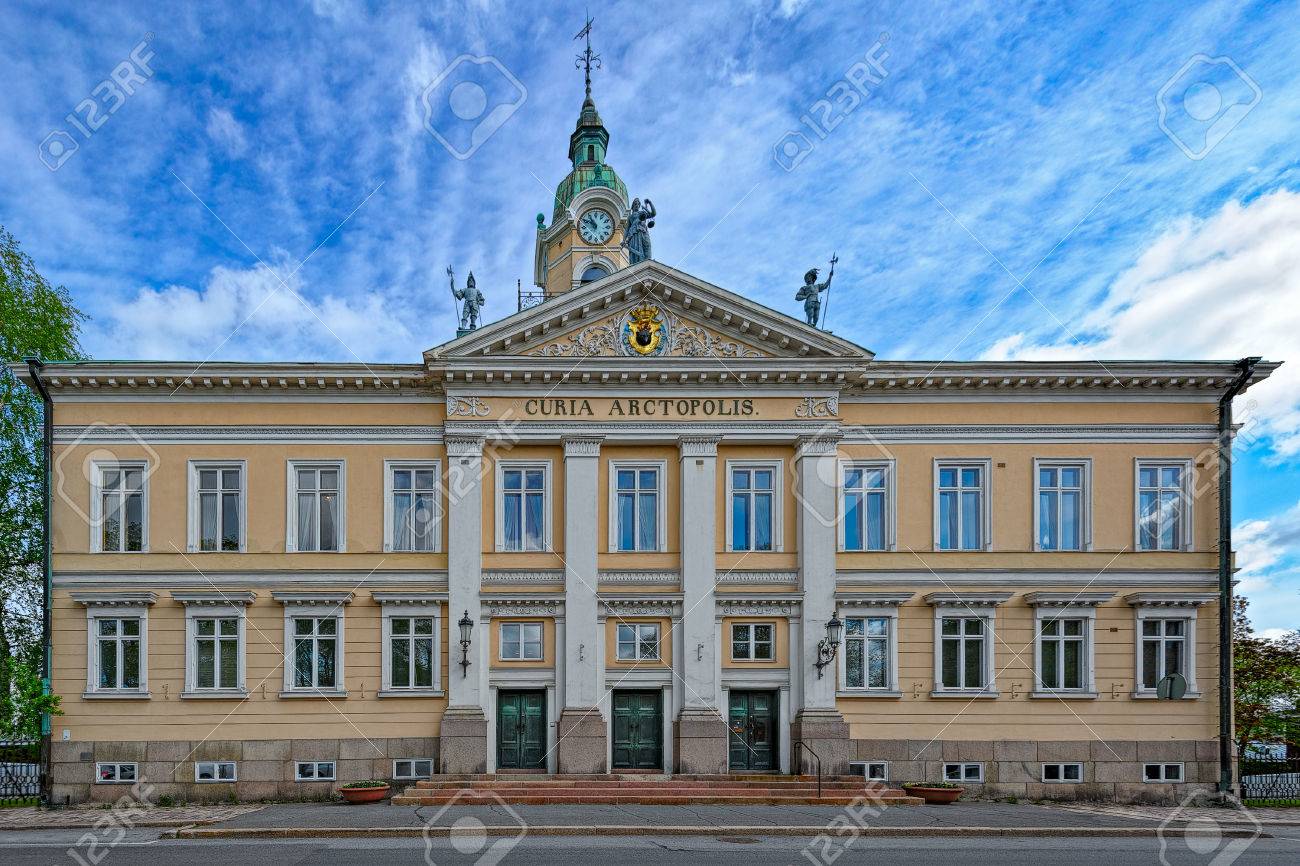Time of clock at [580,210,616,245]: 10:50
